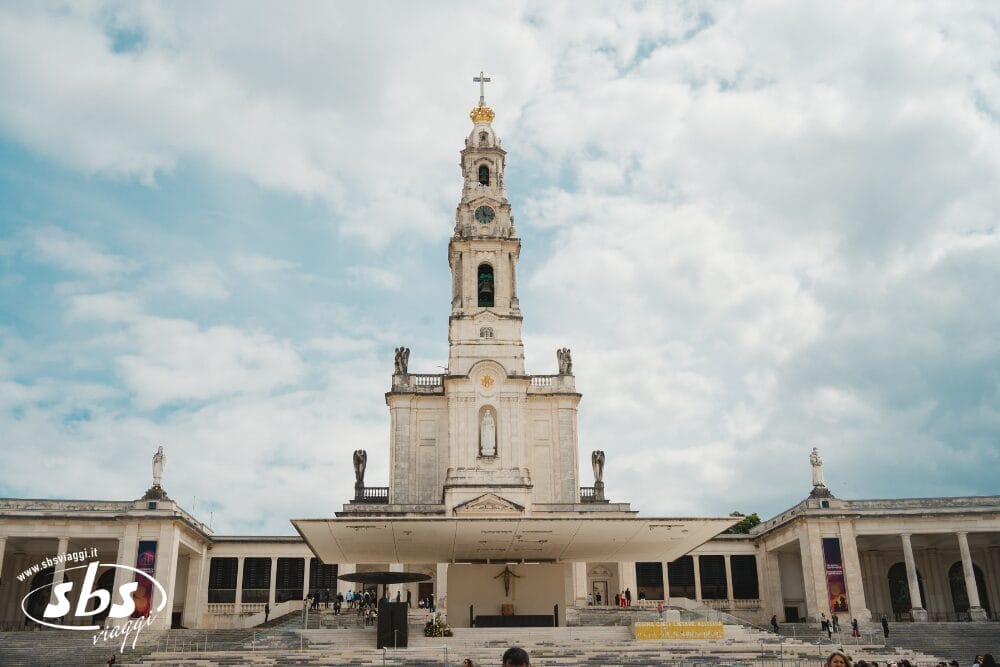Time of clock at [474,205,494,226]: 11:16
